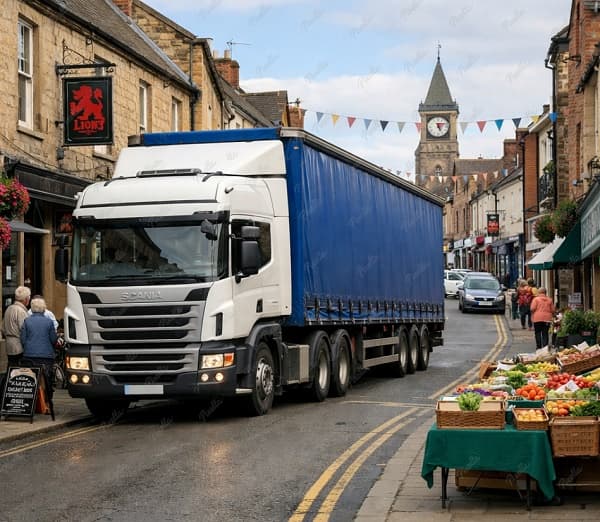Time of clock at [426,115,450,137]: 5:12
